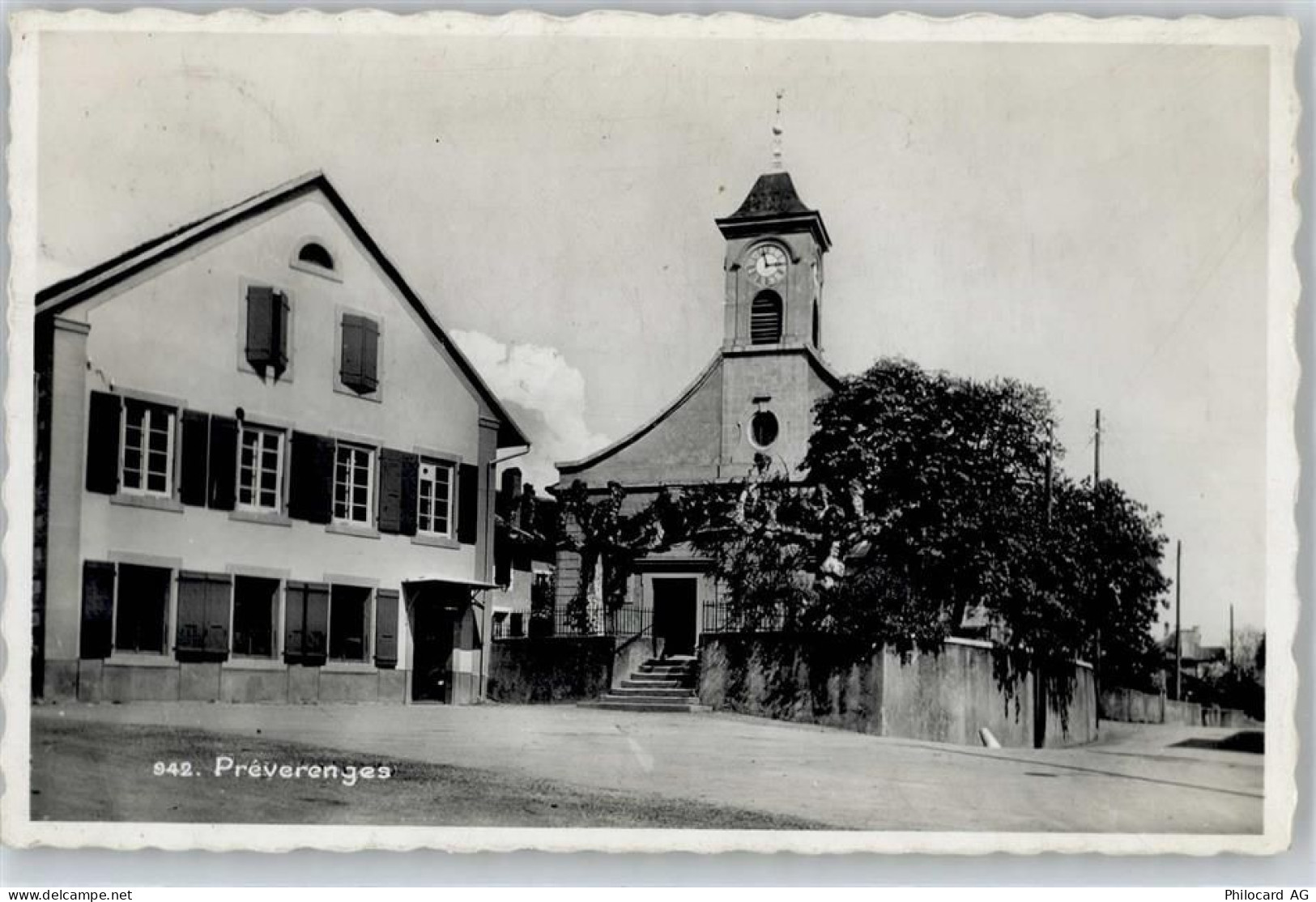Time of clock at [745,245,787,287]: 2:57
